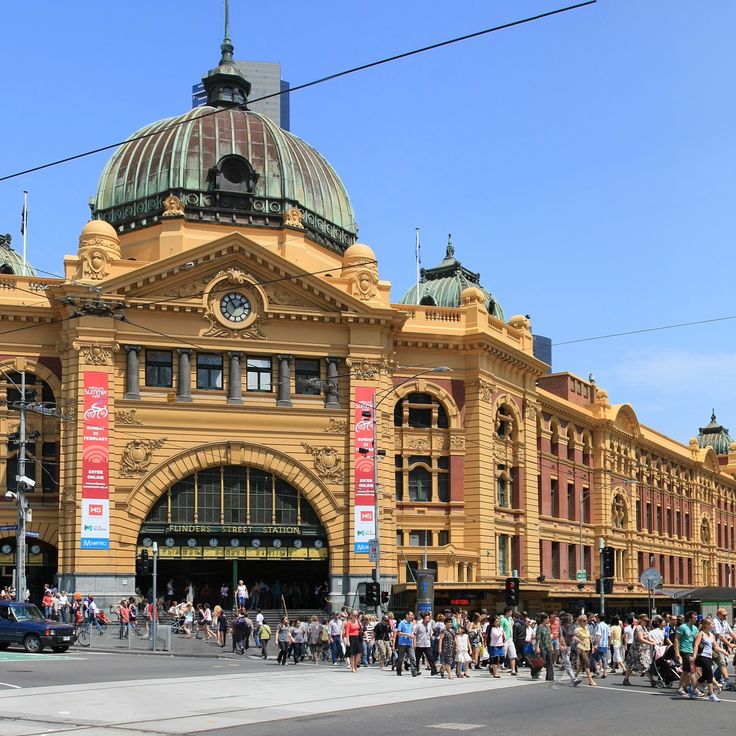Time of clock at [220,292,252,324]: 1:54
